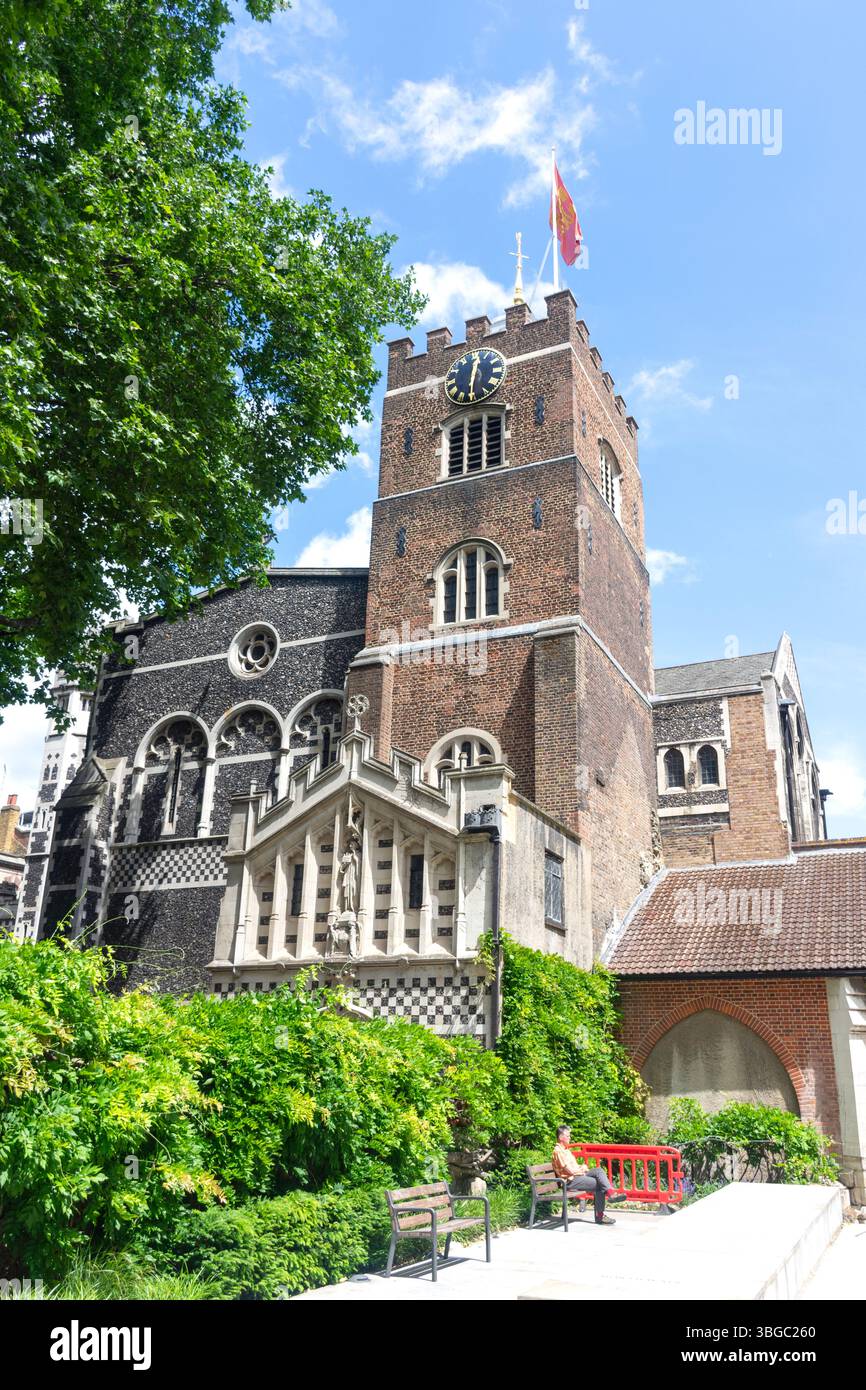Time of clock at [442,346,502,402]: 12:30
